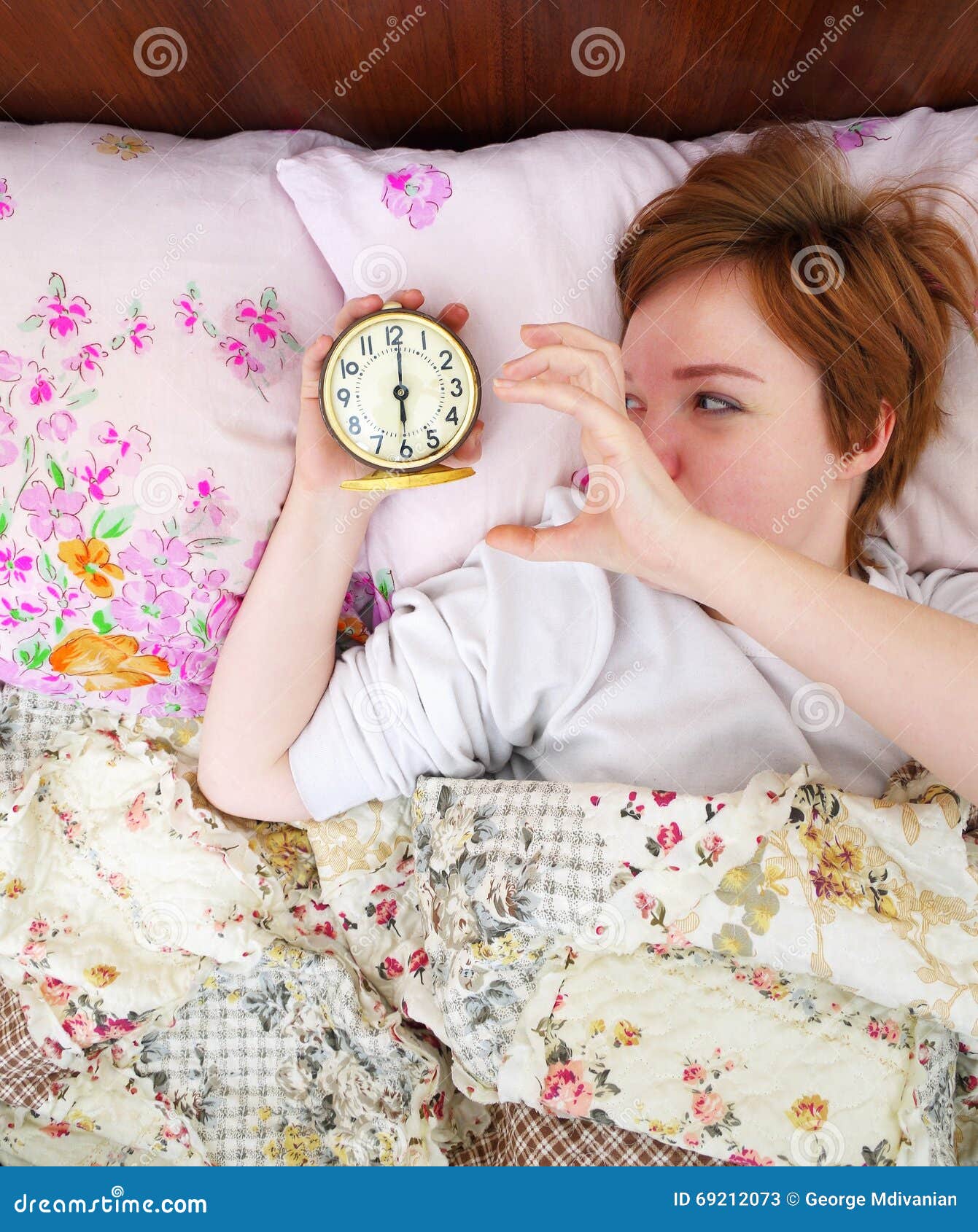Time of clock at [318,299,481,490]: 6:00
